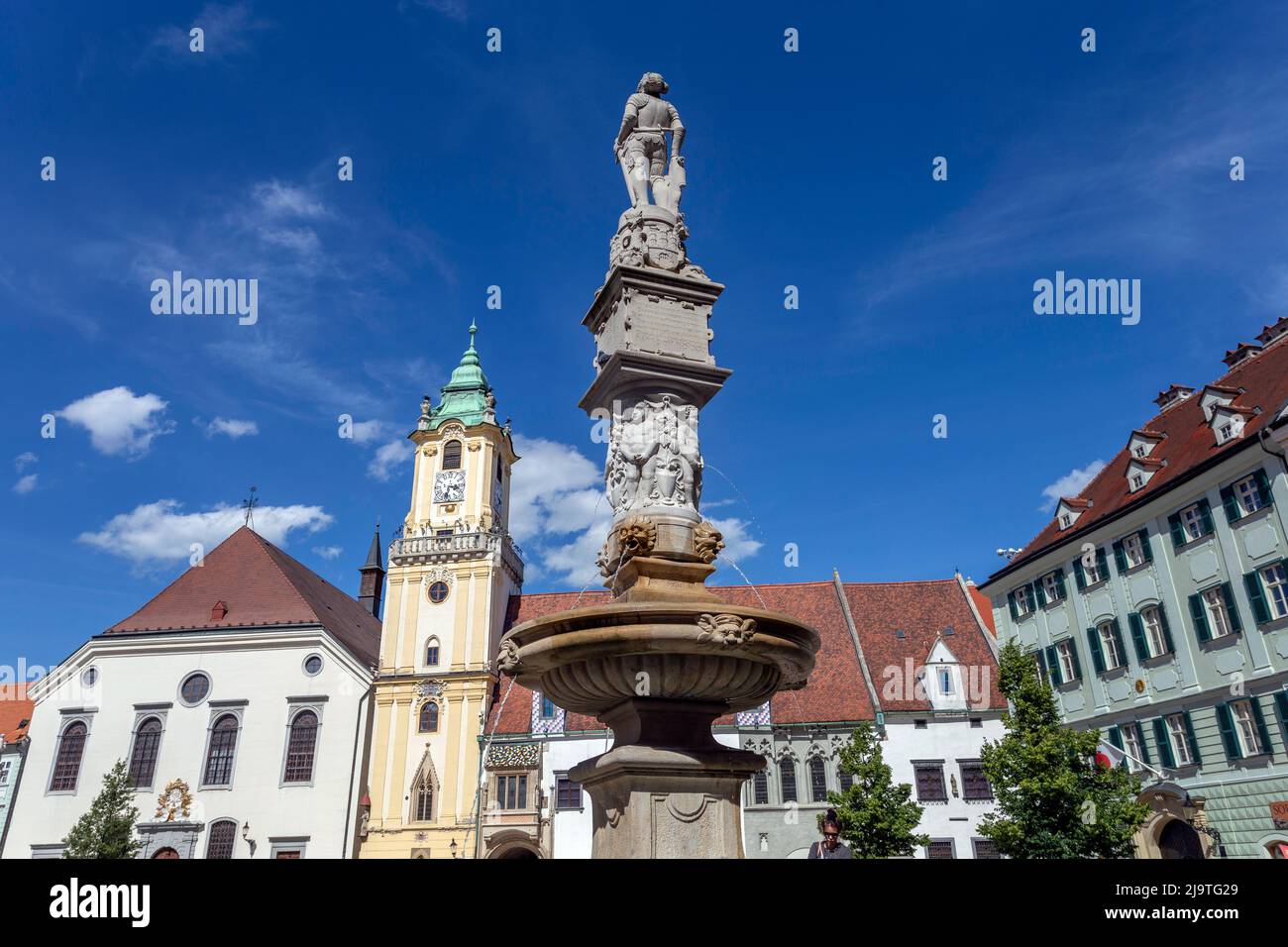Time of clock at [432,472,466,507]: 3:32
